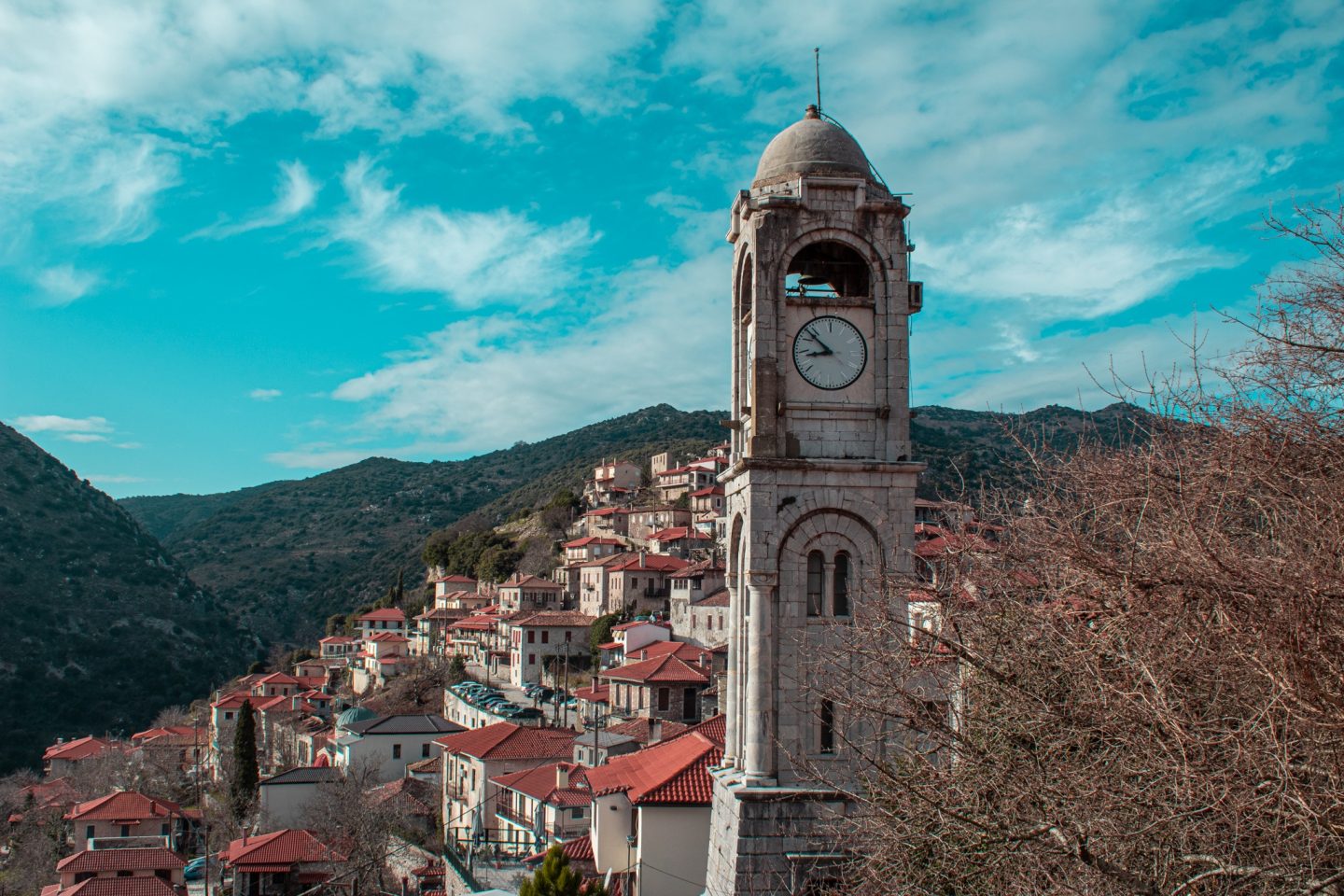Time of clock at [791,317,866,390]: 8:52
